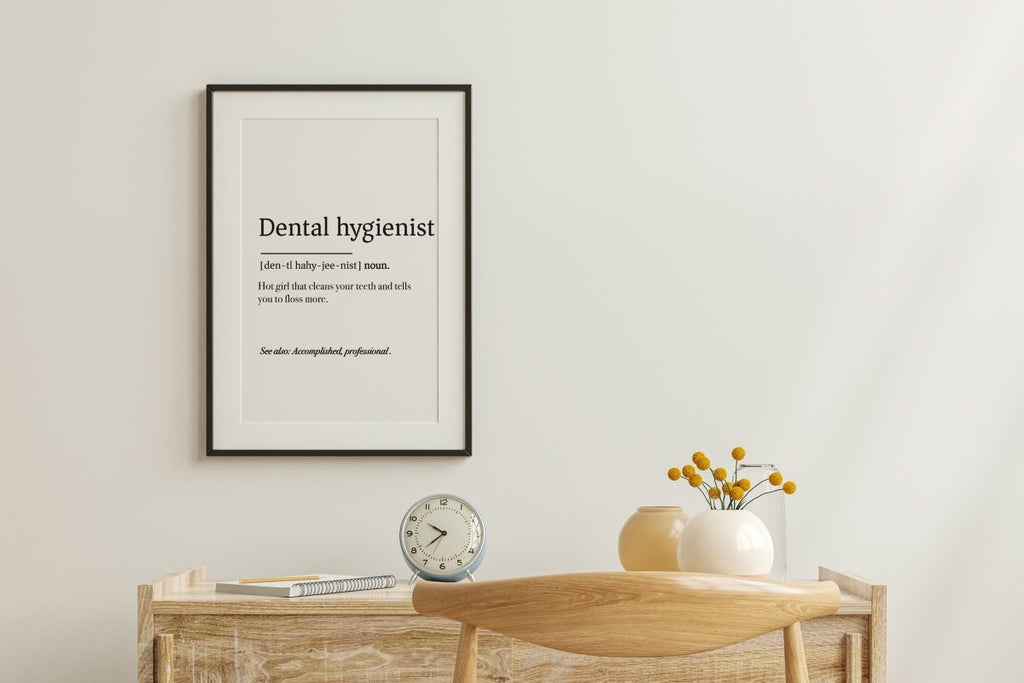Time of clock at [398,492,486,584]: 7:50
